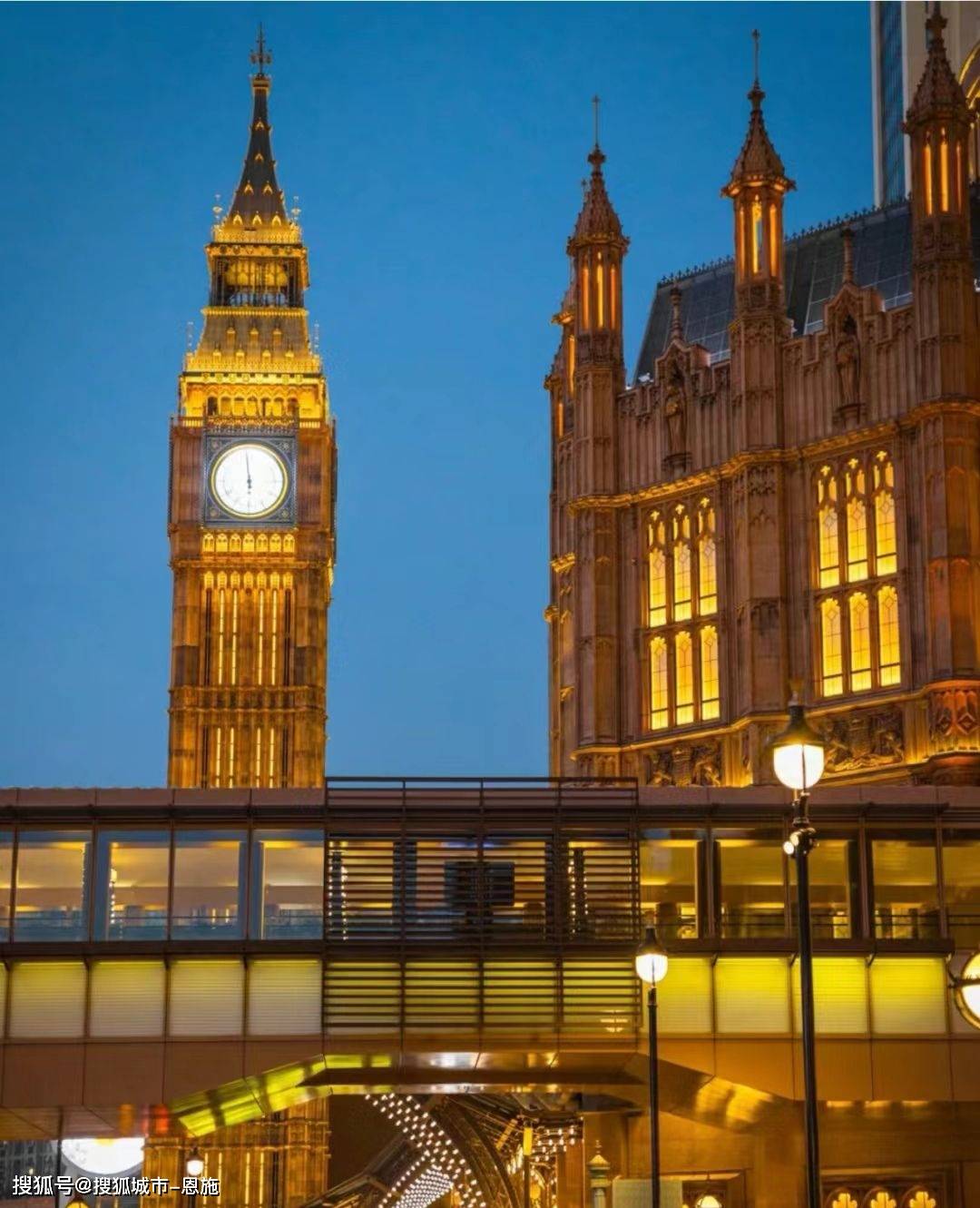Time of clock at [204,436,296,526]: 5:59
